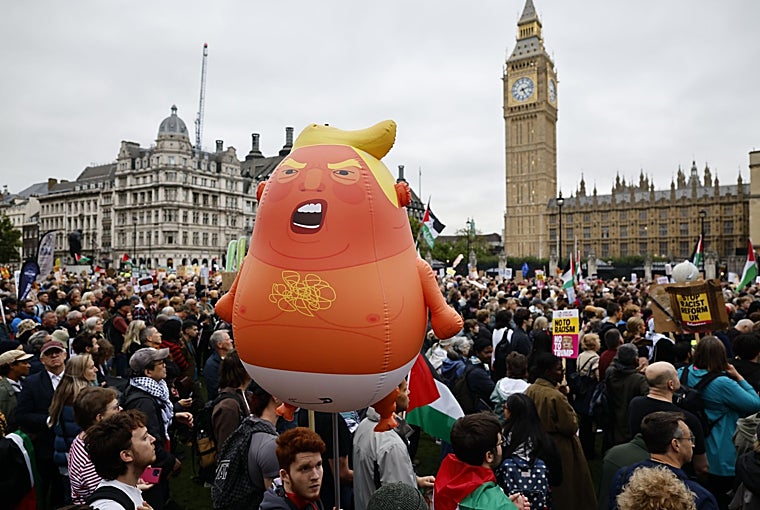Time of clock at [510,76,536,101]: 5:12
